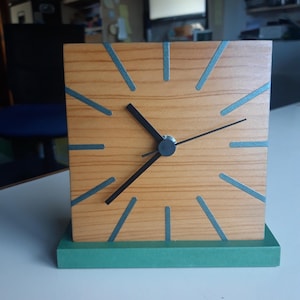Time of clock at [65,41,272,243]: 10:37
